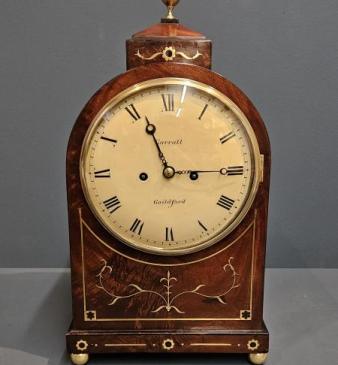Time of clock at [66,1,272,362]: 2:56
